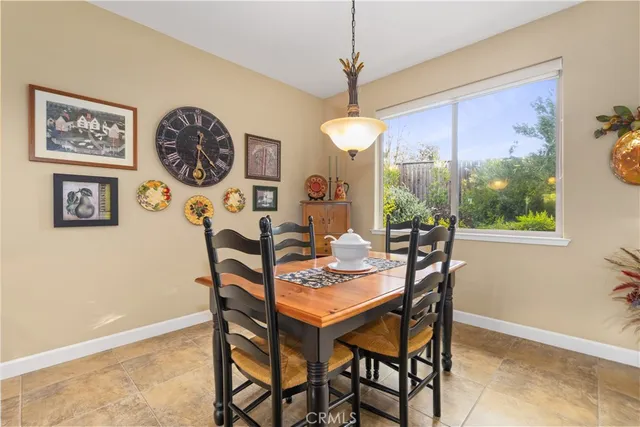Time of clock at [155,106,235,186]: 12:23
